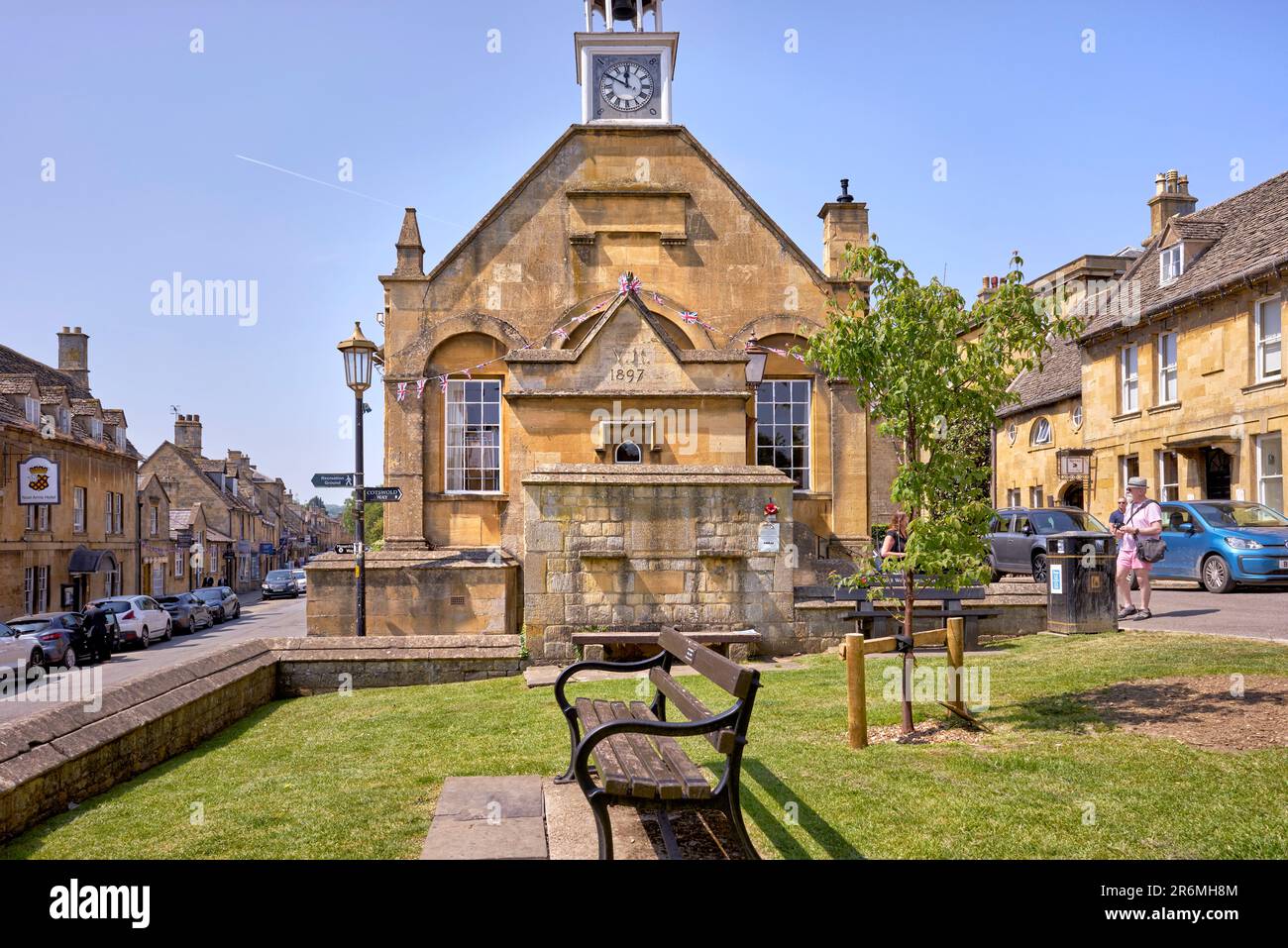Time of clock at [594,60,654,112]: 11:49
